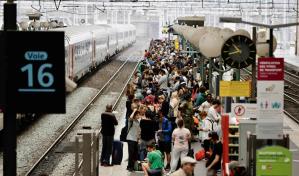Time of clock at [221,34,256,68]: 10:42
